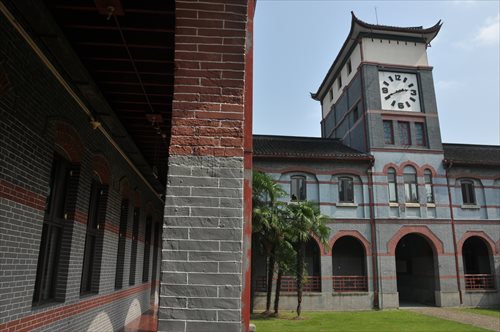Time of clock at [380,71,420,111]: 2:40
